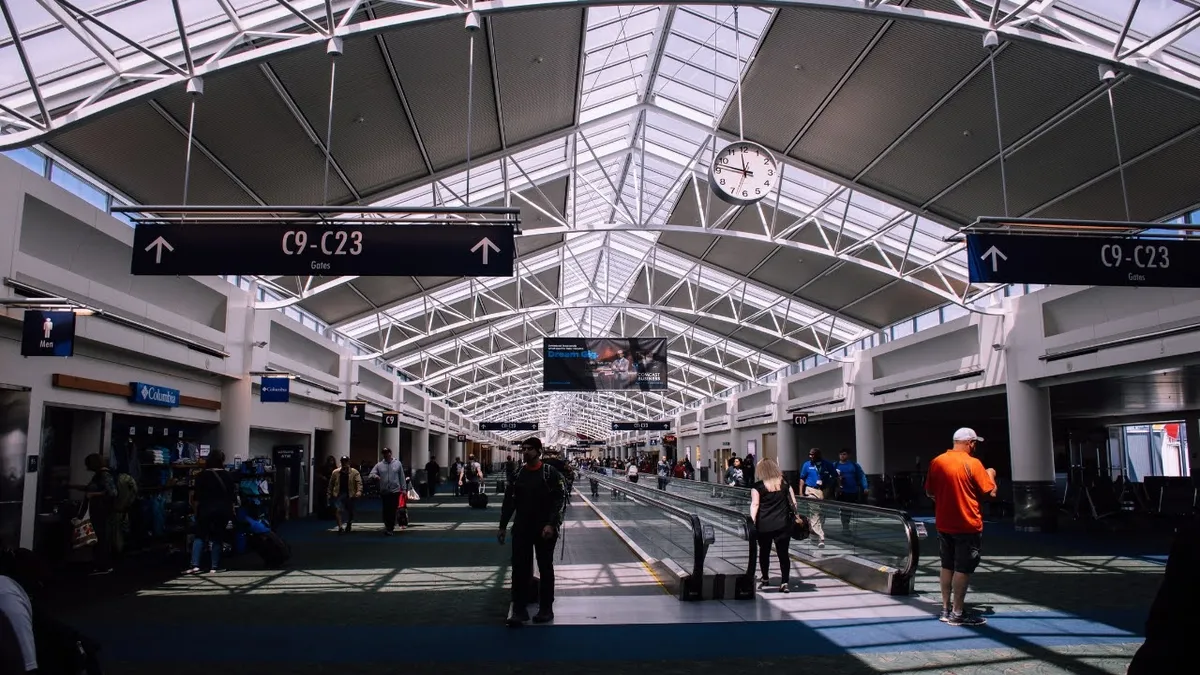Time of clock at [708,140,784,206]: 11:47
